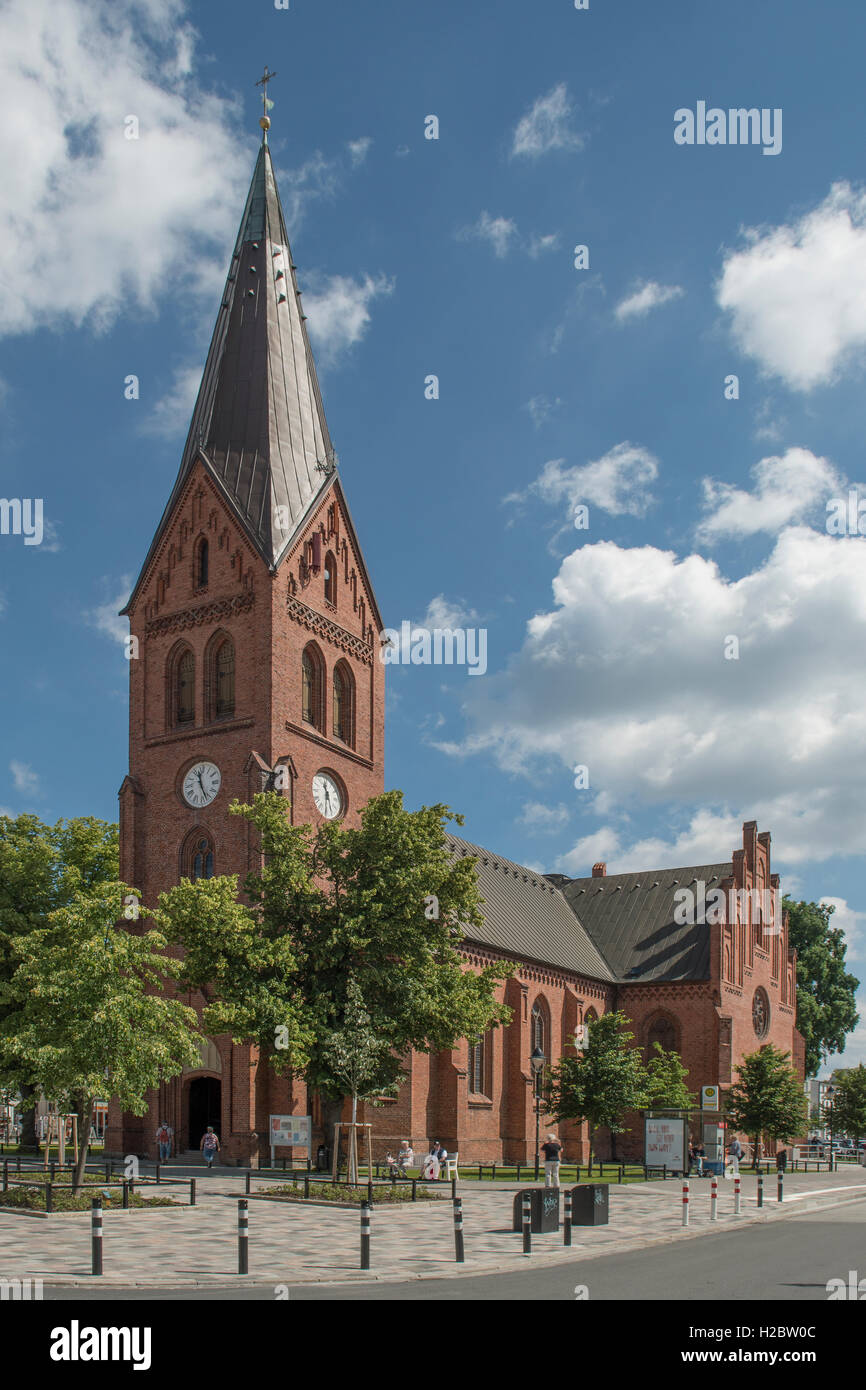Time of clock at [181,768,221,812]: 11:26
